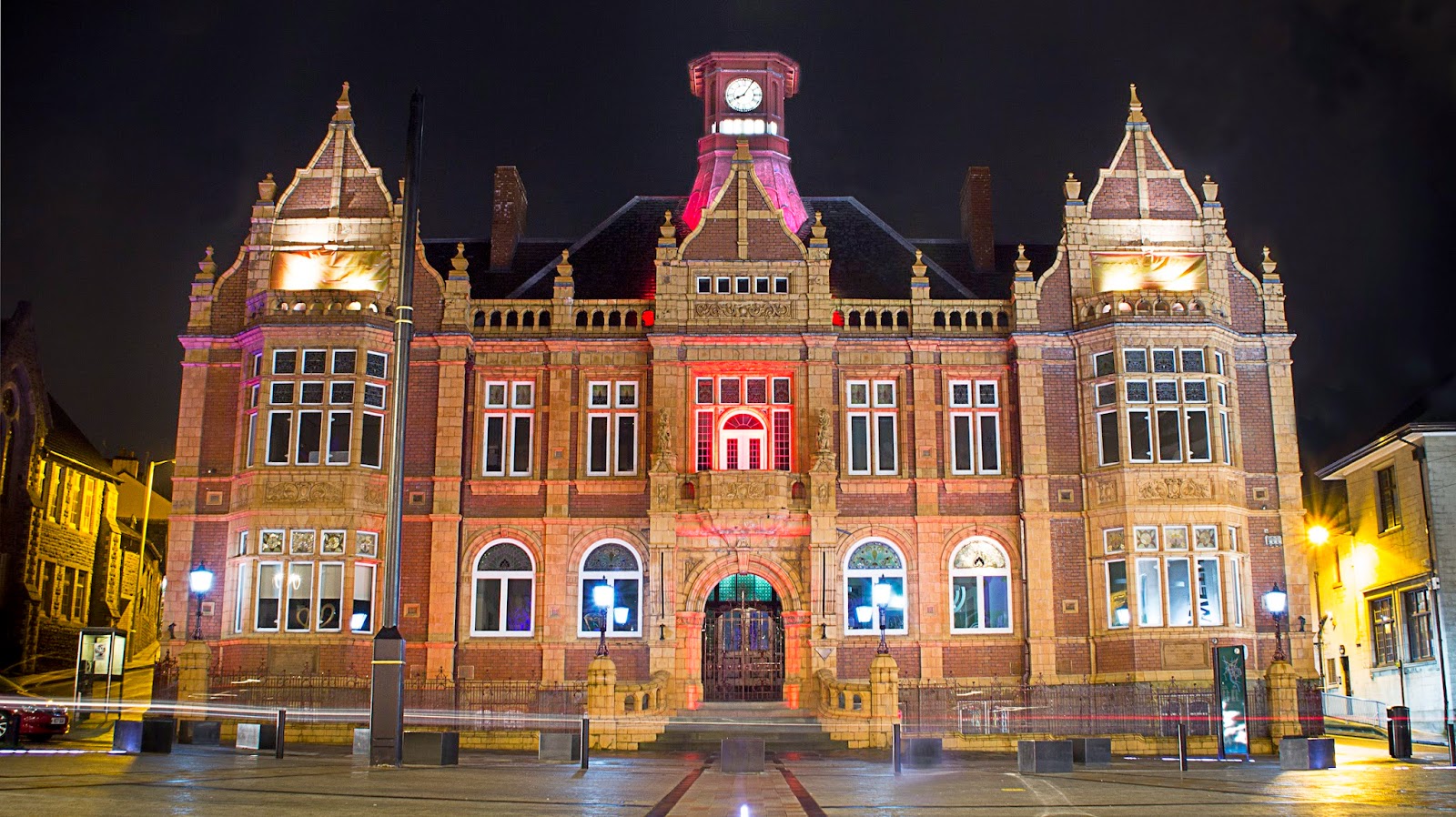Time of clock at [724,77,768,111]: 8:05
